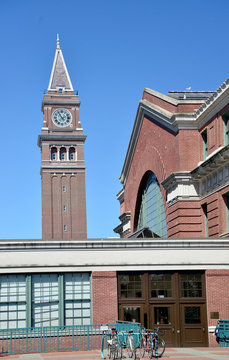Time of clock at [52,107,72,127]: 1:54
